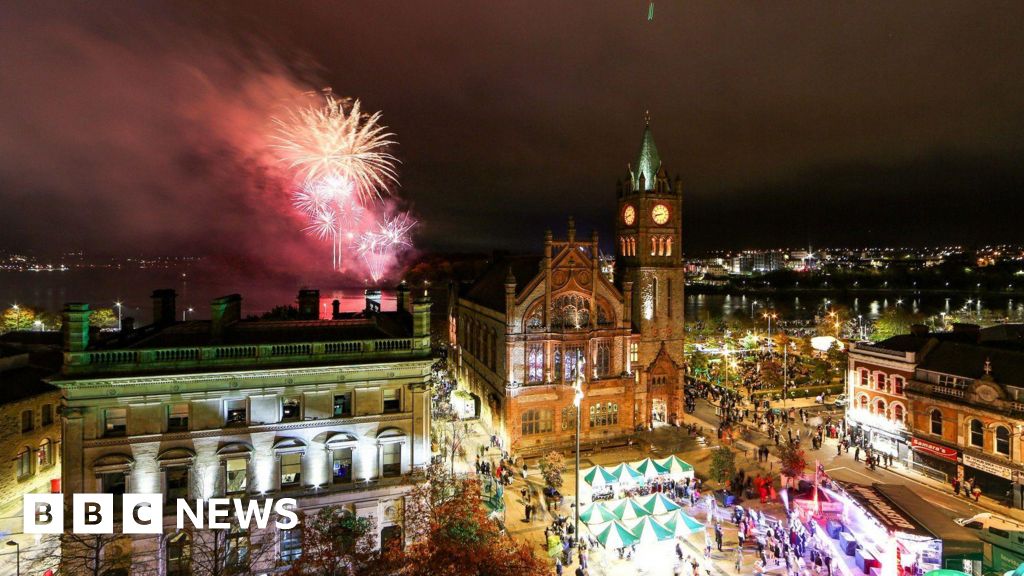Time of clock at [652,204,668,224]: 8:42
